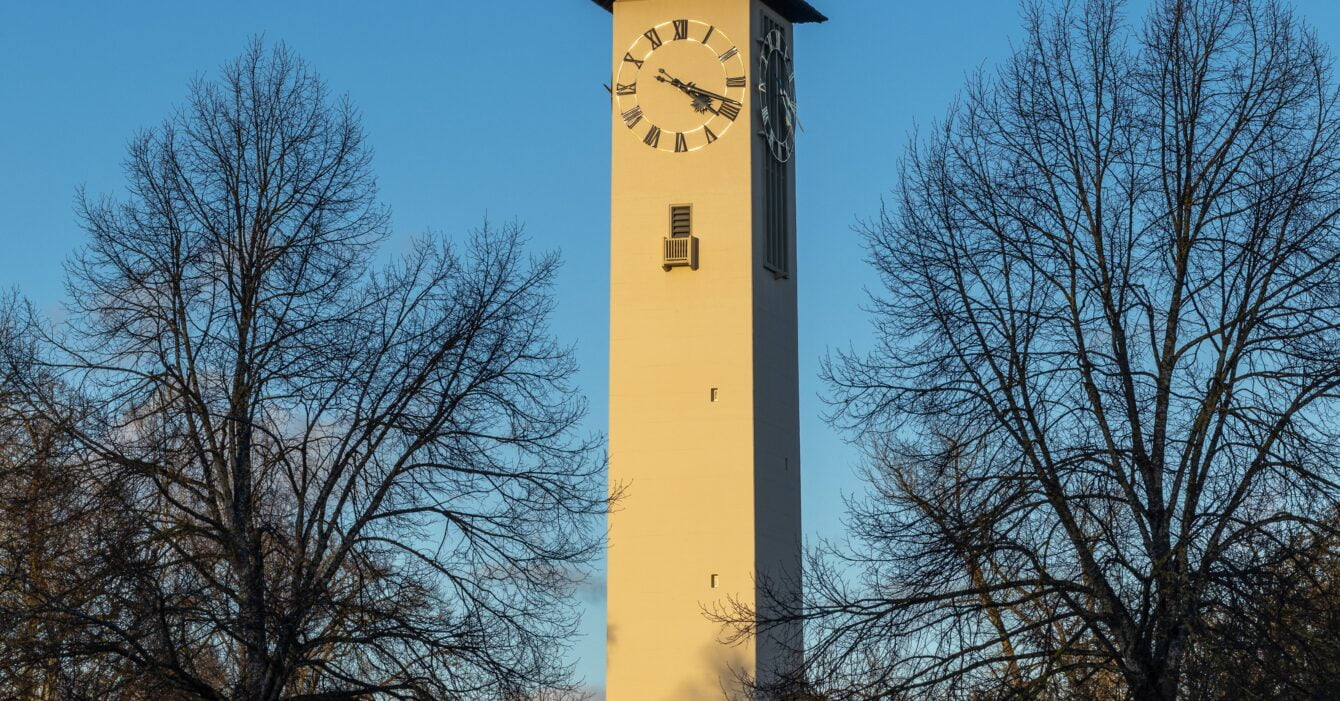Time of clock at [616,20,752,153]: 4:18
